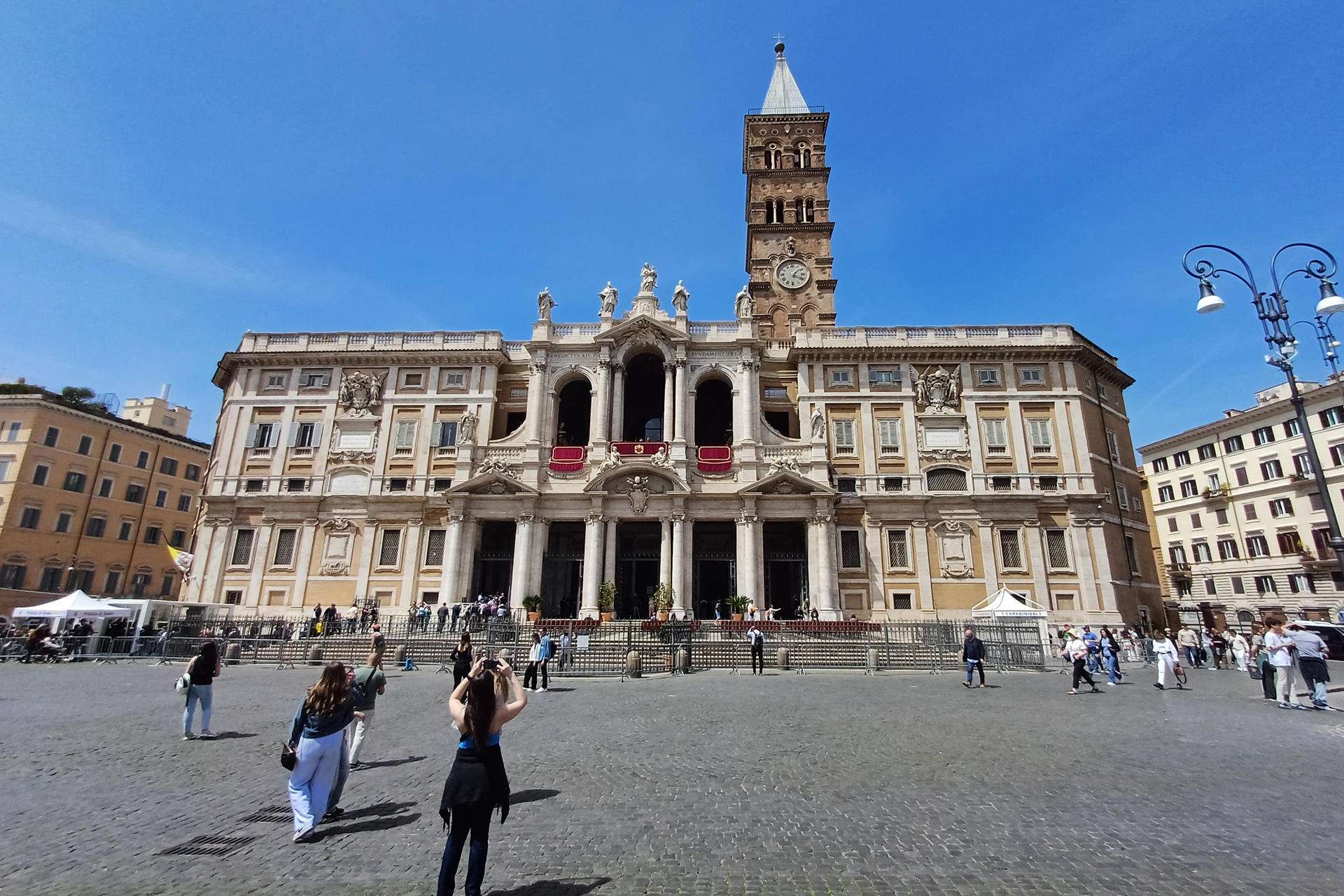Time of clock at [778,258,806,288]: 1:18
